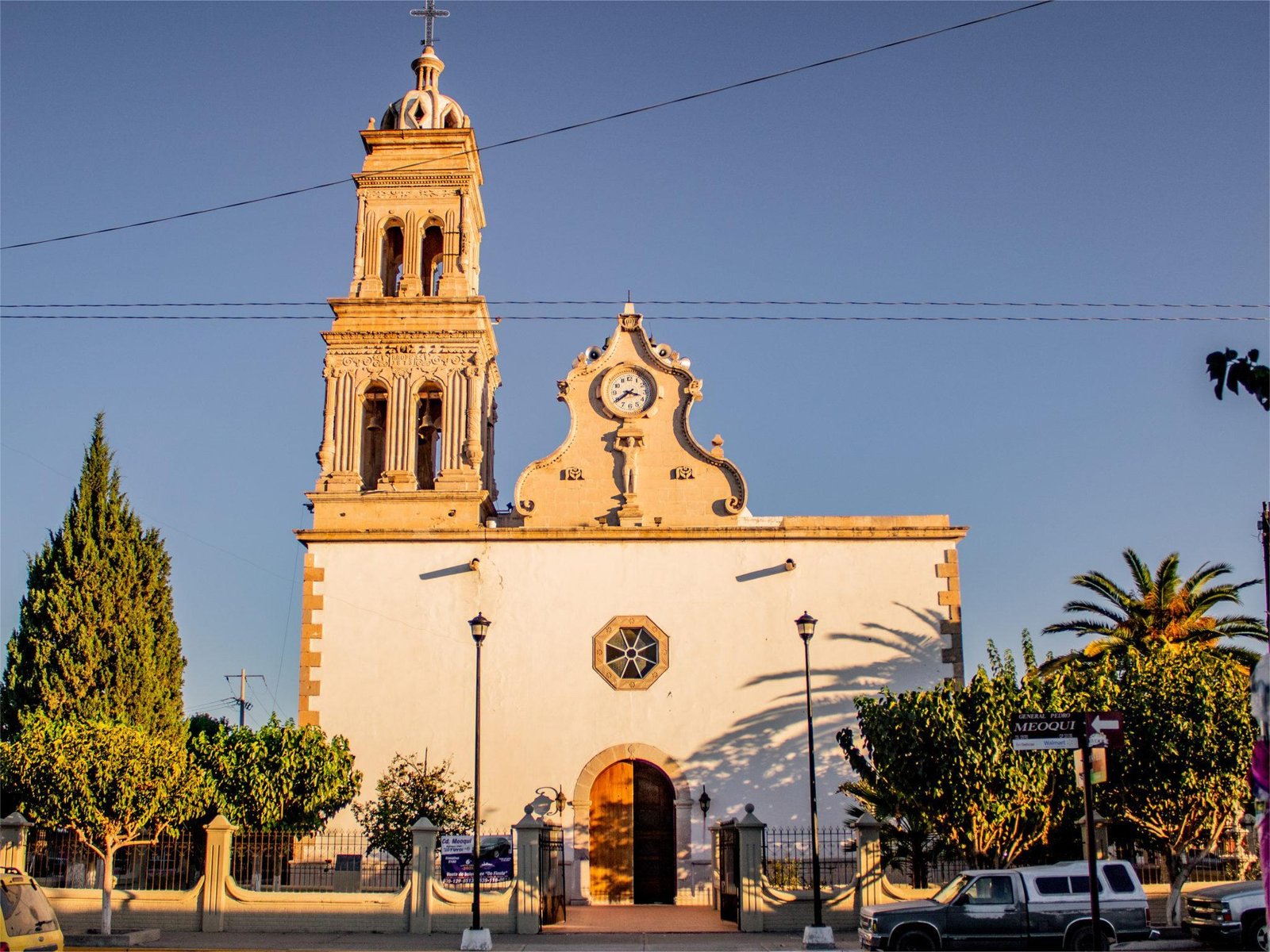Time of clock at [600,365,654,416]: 3:39
